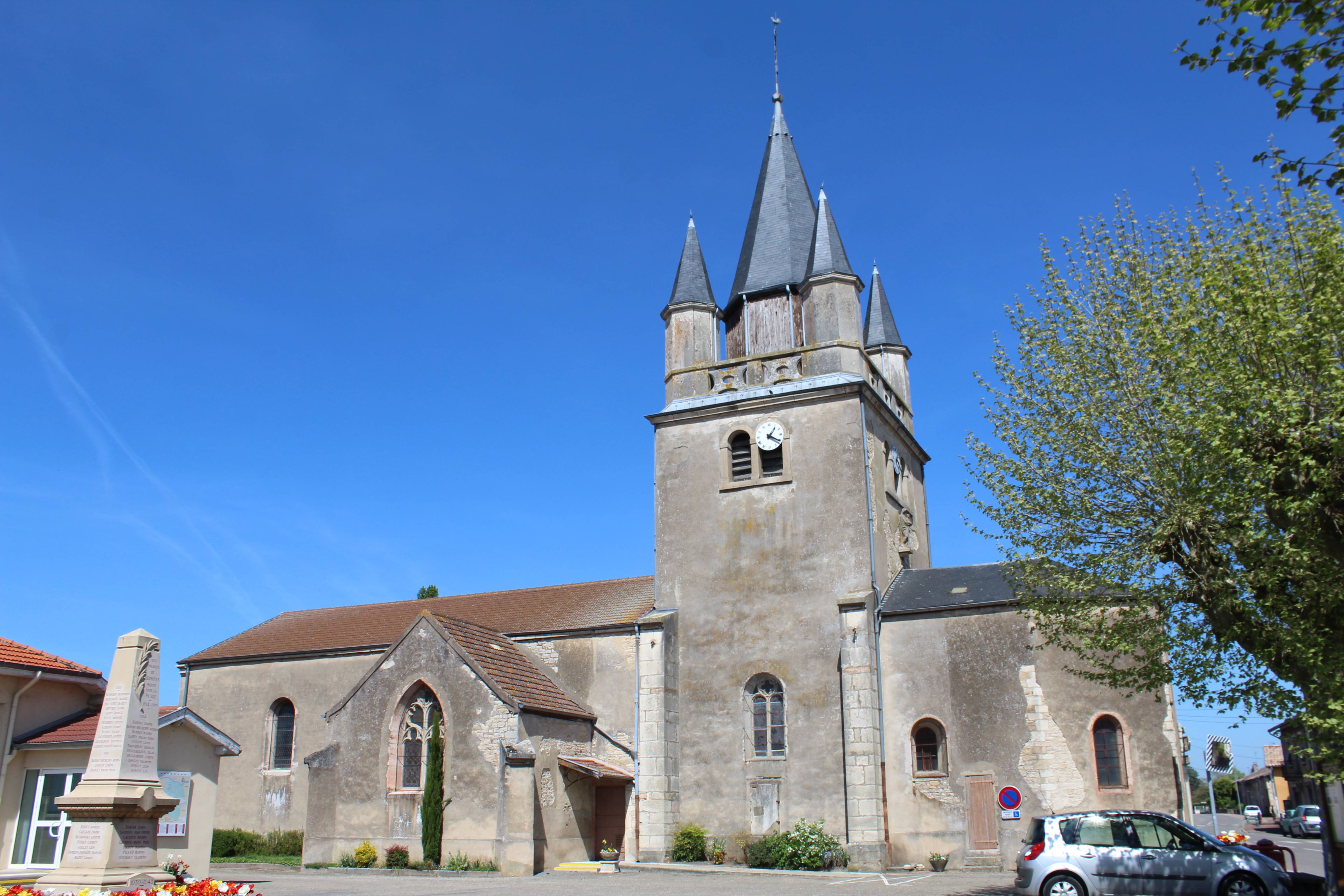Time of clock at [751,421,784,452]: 1:20
